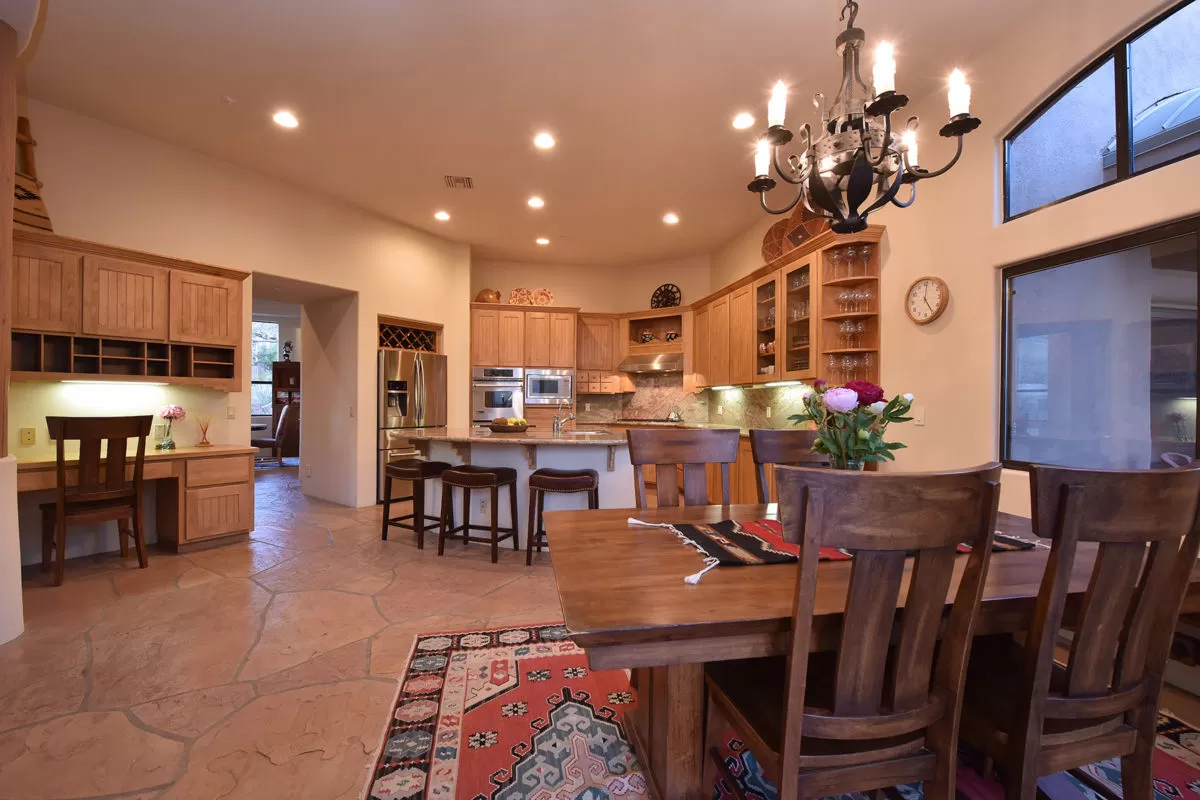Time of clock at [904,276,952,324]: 5:00
